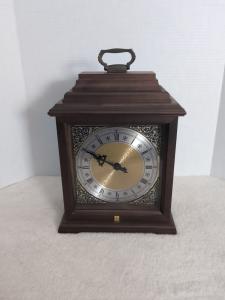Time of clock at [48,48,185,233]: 9:50
